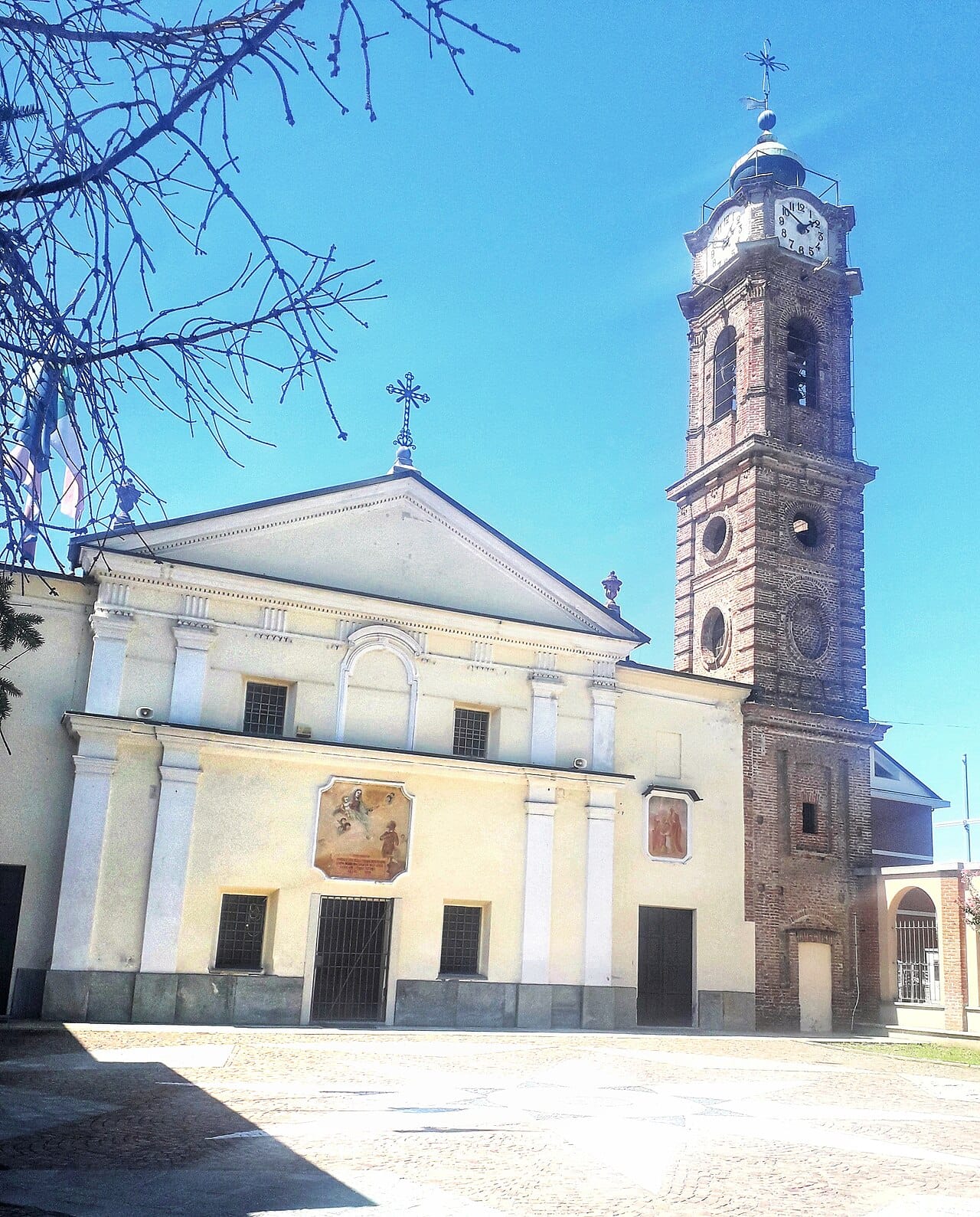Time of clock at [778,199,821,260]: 1:50
